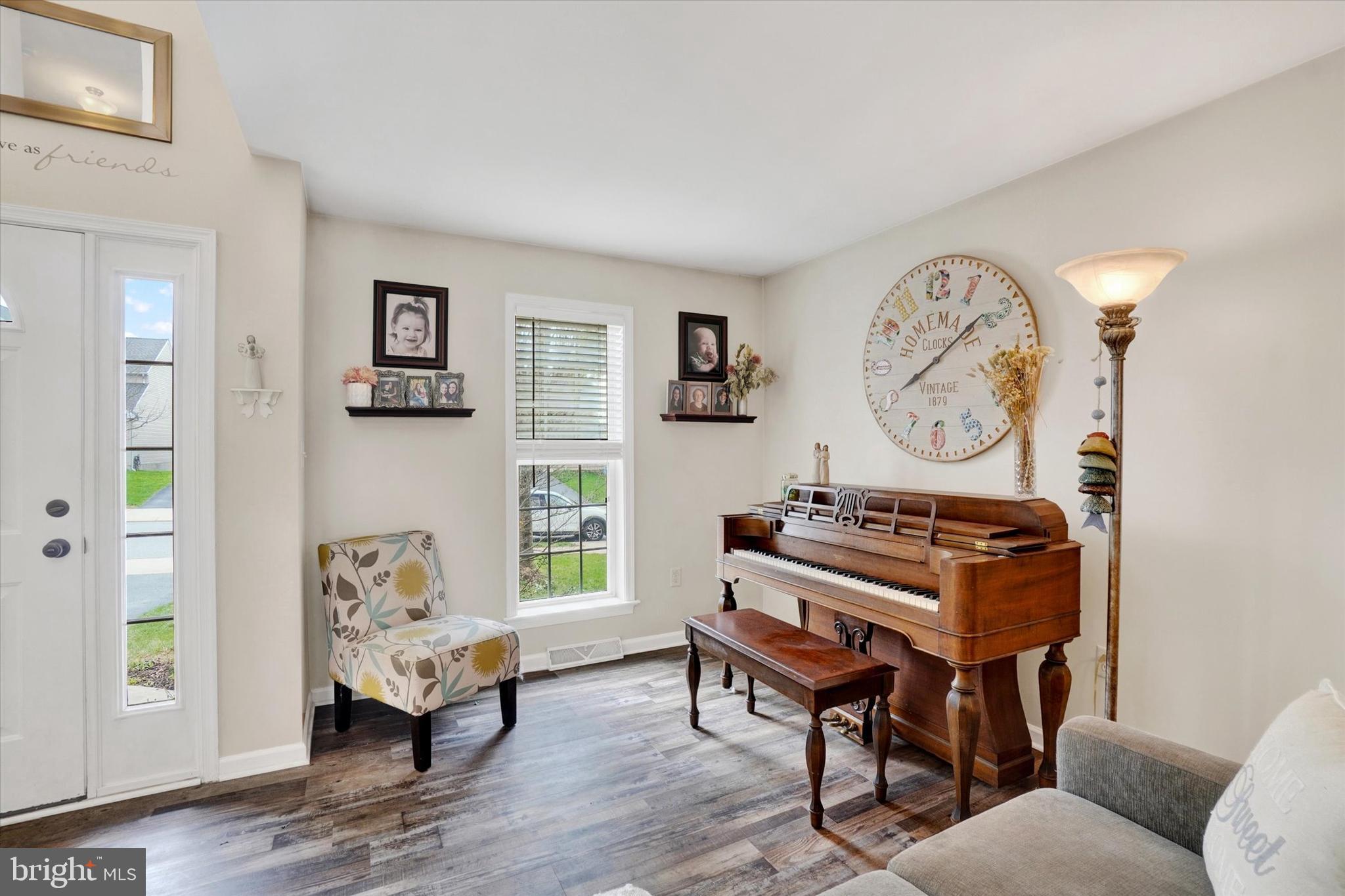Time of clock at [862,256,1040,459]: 8:08
